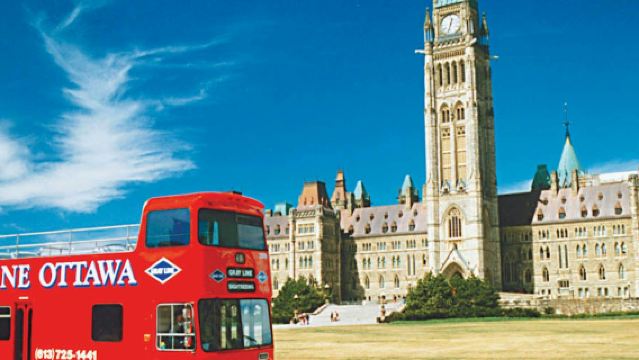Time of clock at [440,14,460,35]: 12:32
